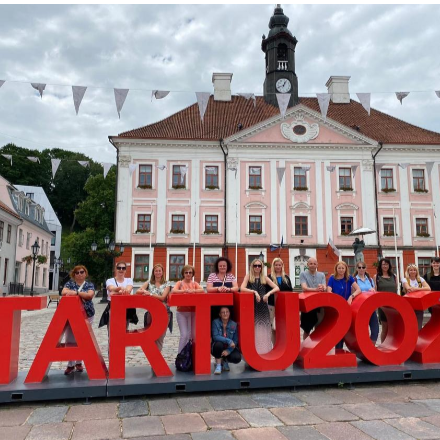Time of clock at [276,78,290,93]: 12:41
